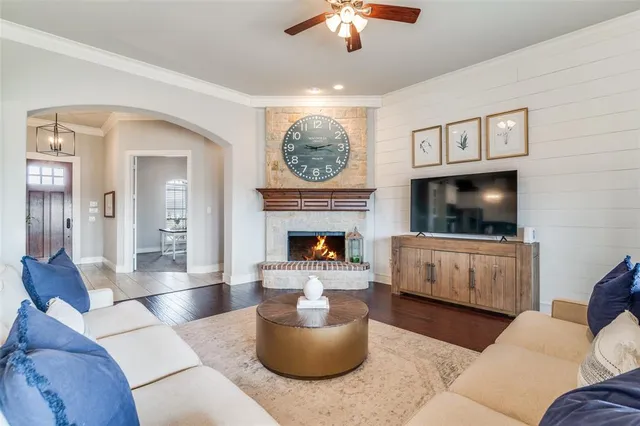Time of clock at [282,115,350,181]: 9:13
